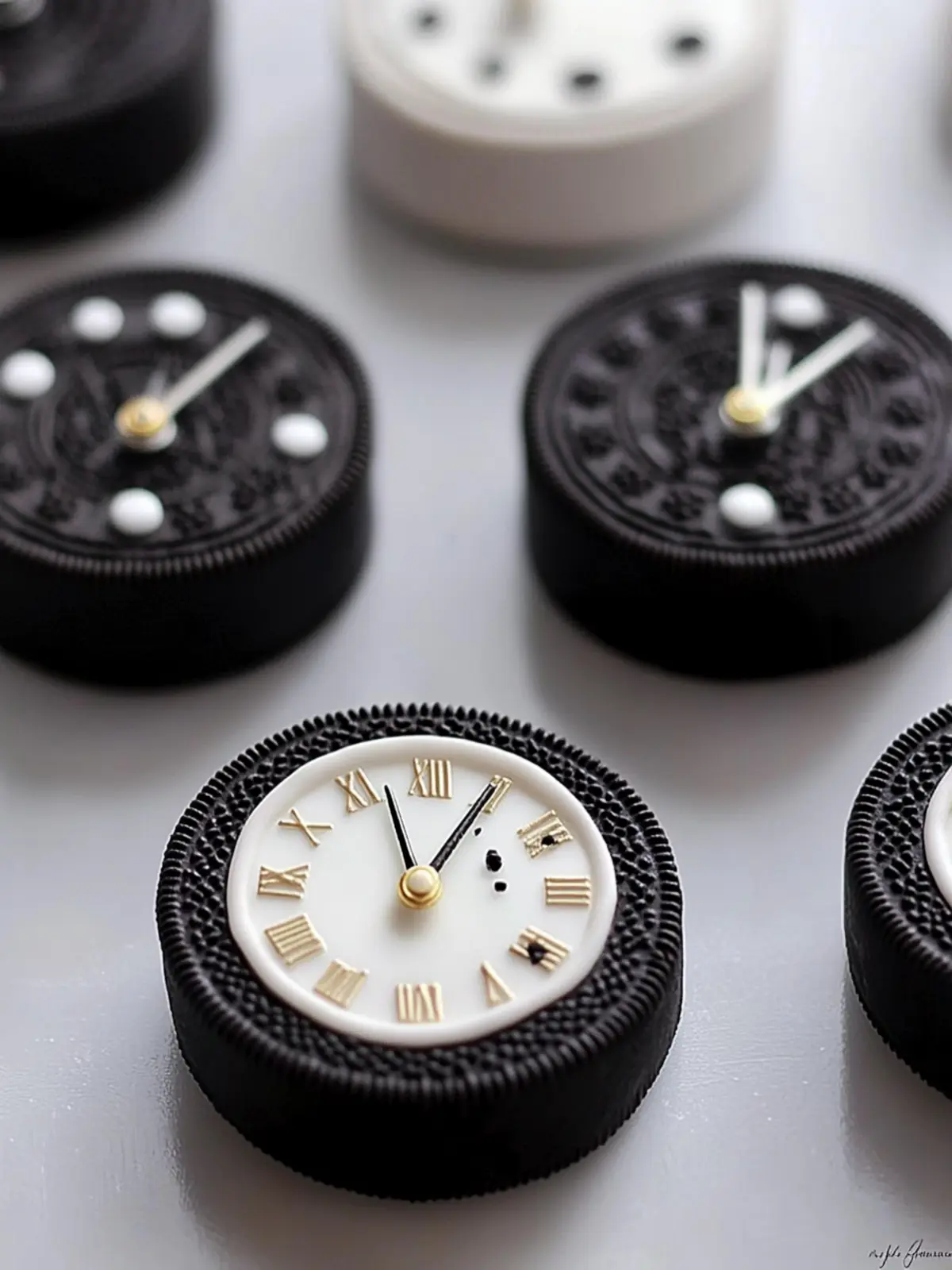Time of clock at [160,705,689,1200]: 12:57
